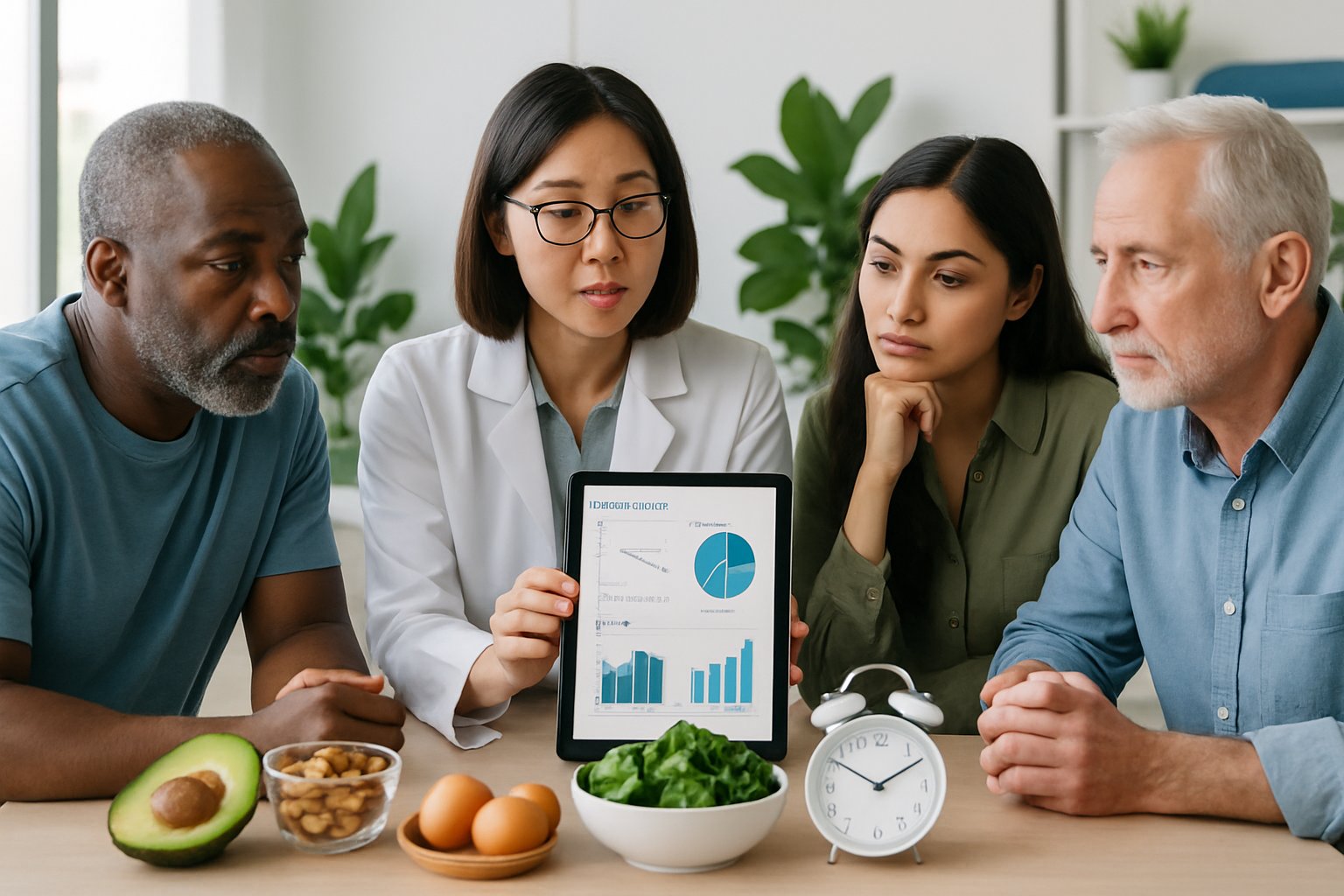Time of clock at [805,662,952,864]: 10:09
